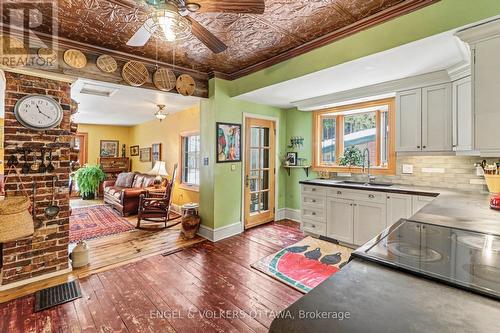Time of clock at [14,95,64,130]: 11:21
